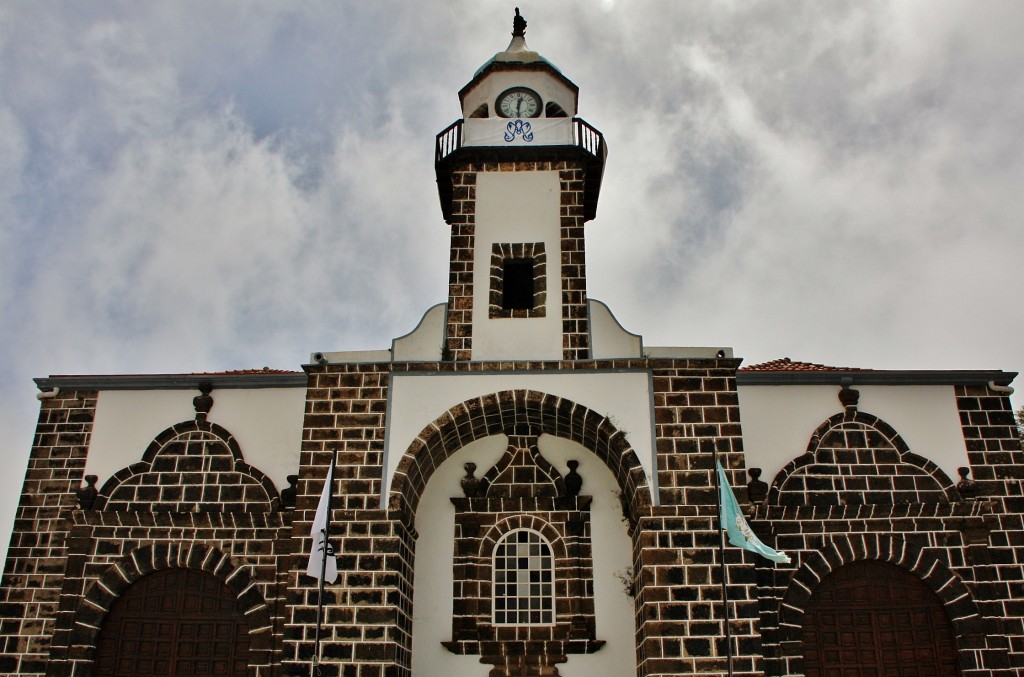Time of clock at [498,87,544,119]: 12:30
